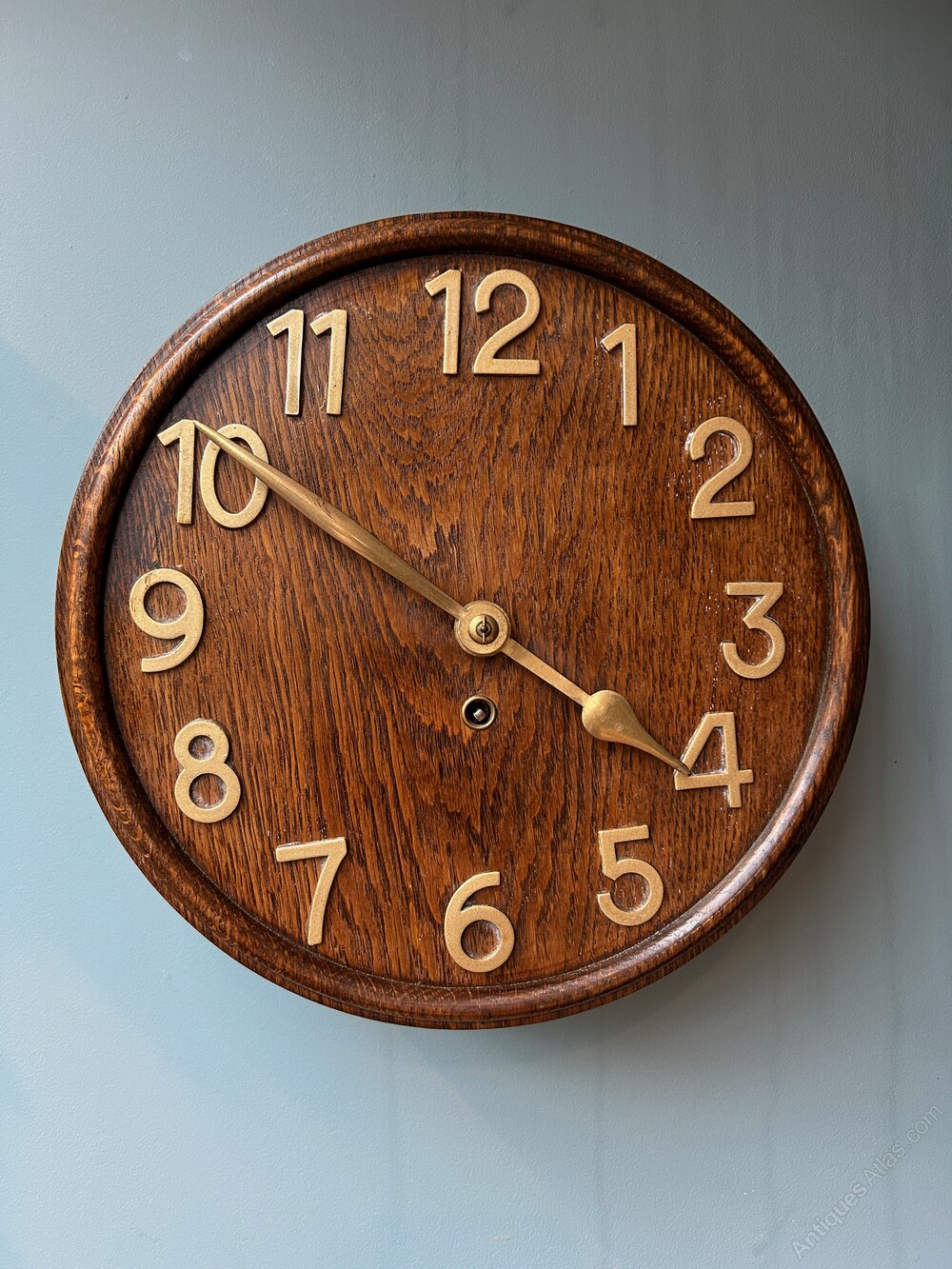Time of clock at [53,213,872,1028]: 3:51
